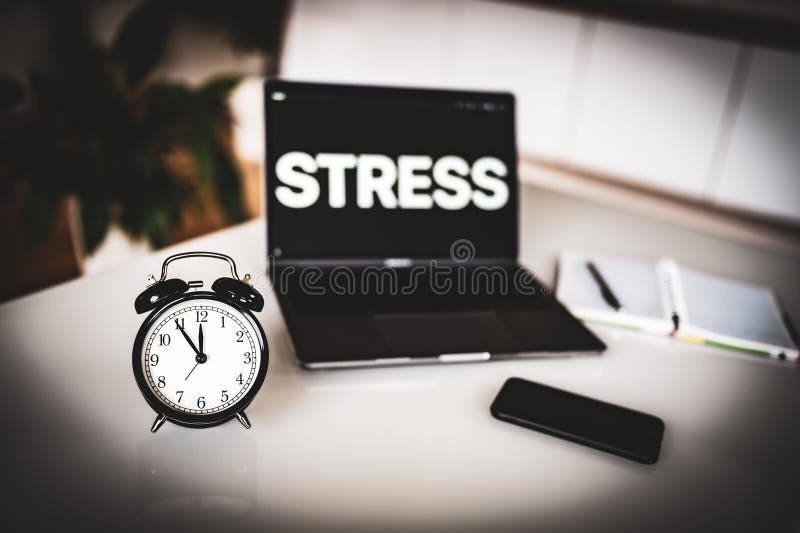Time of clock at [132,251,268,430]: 11:54
